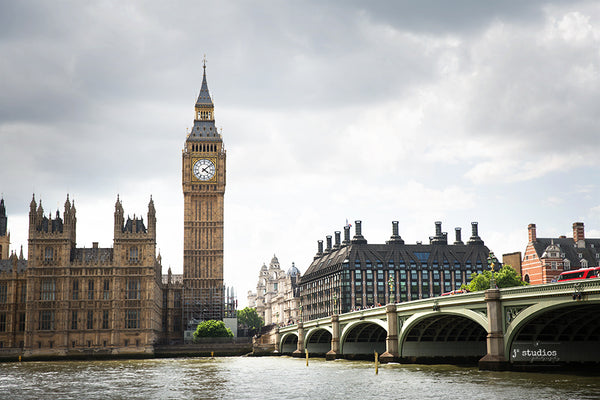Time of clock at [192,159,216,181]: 4:08
